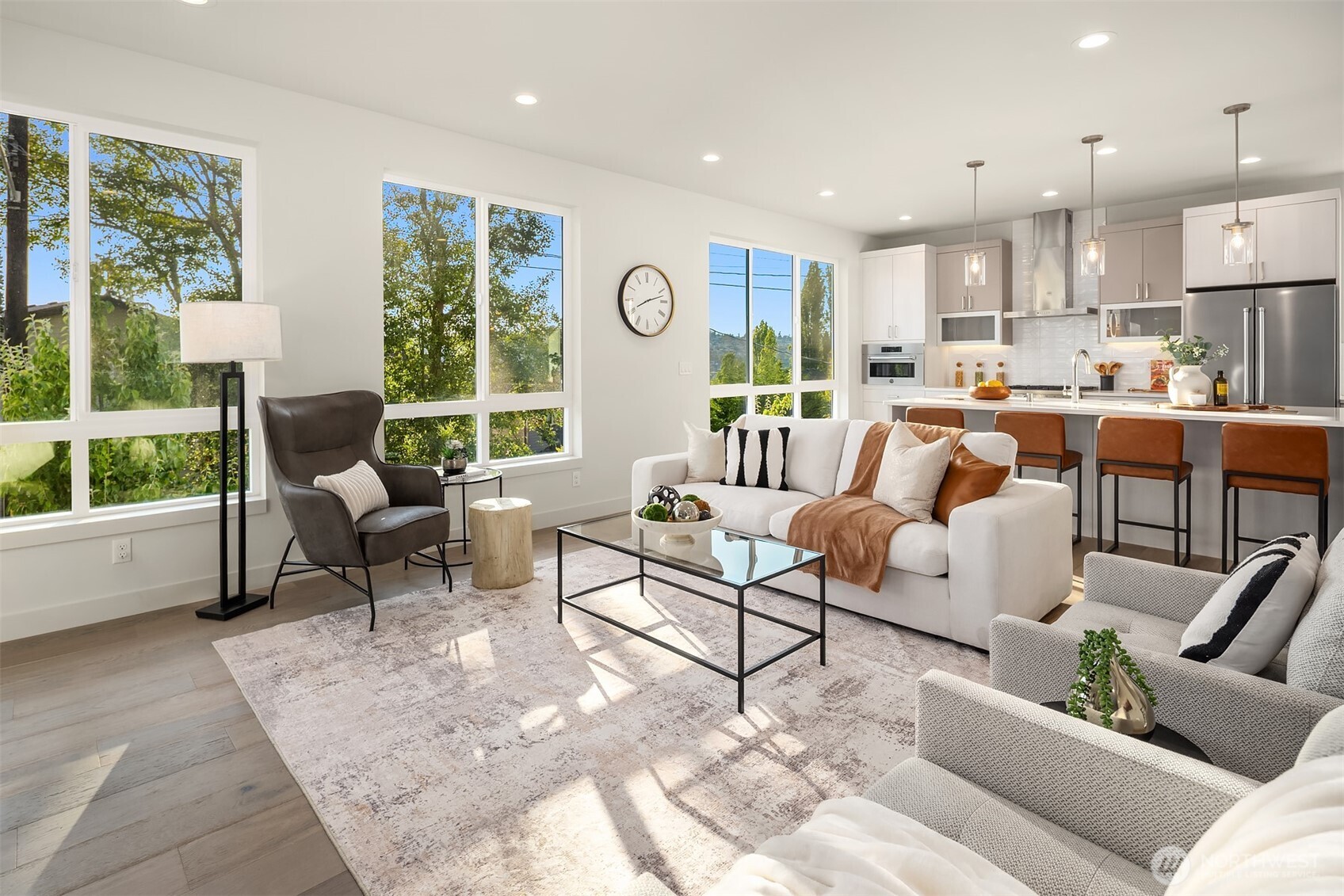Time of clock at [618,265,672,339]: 8:12
